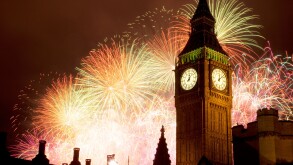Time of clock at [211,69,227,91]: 12:07
